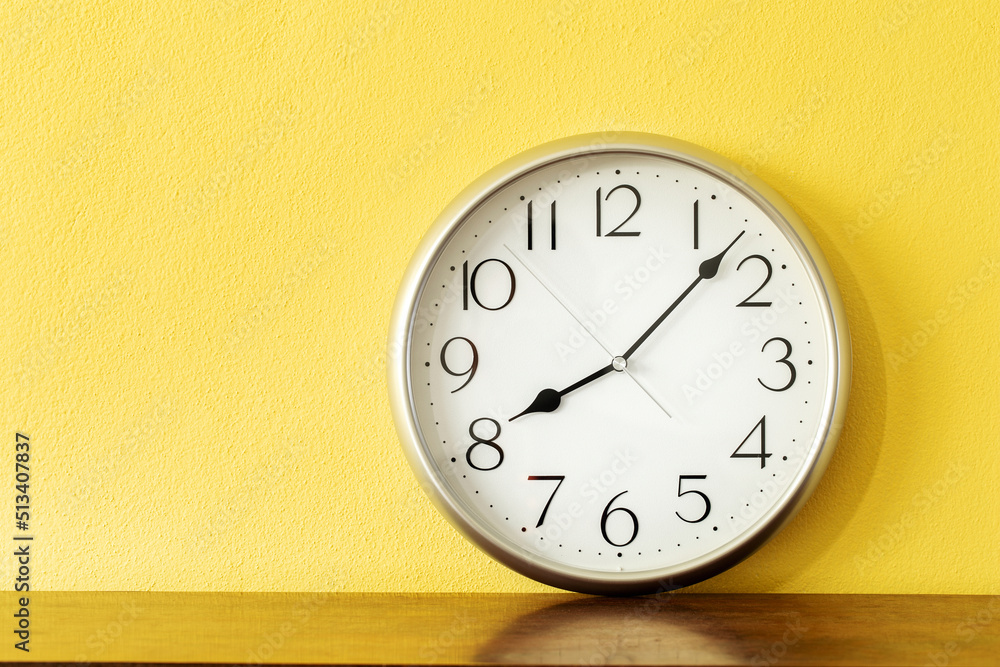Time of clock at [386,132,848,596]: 8:07
